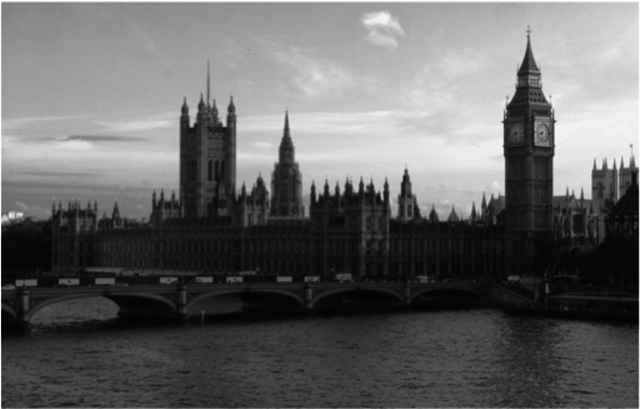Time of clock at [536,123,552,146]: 8:32
